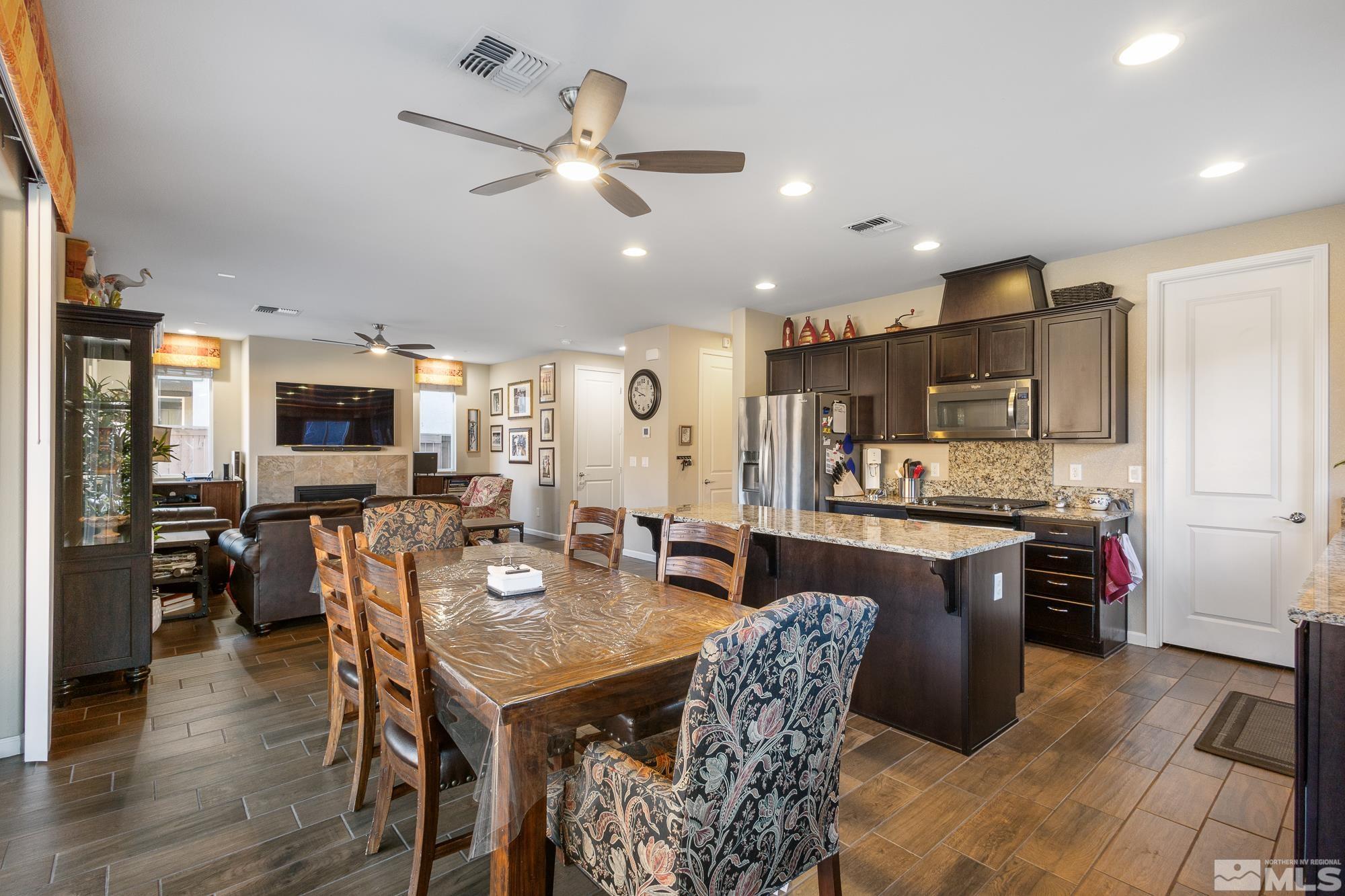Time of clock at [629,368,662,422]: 8:48
